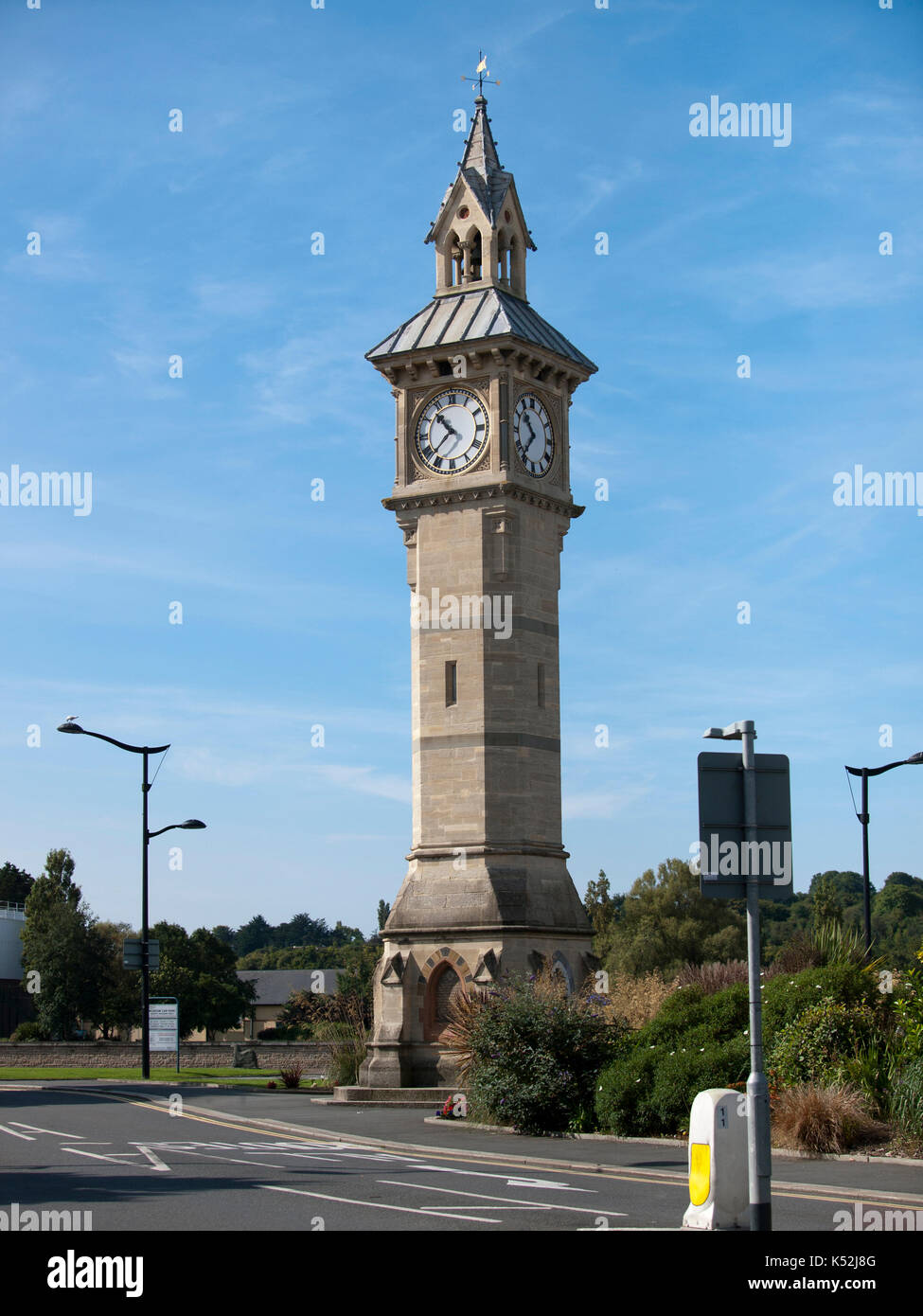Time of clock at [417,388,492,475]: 10:37
